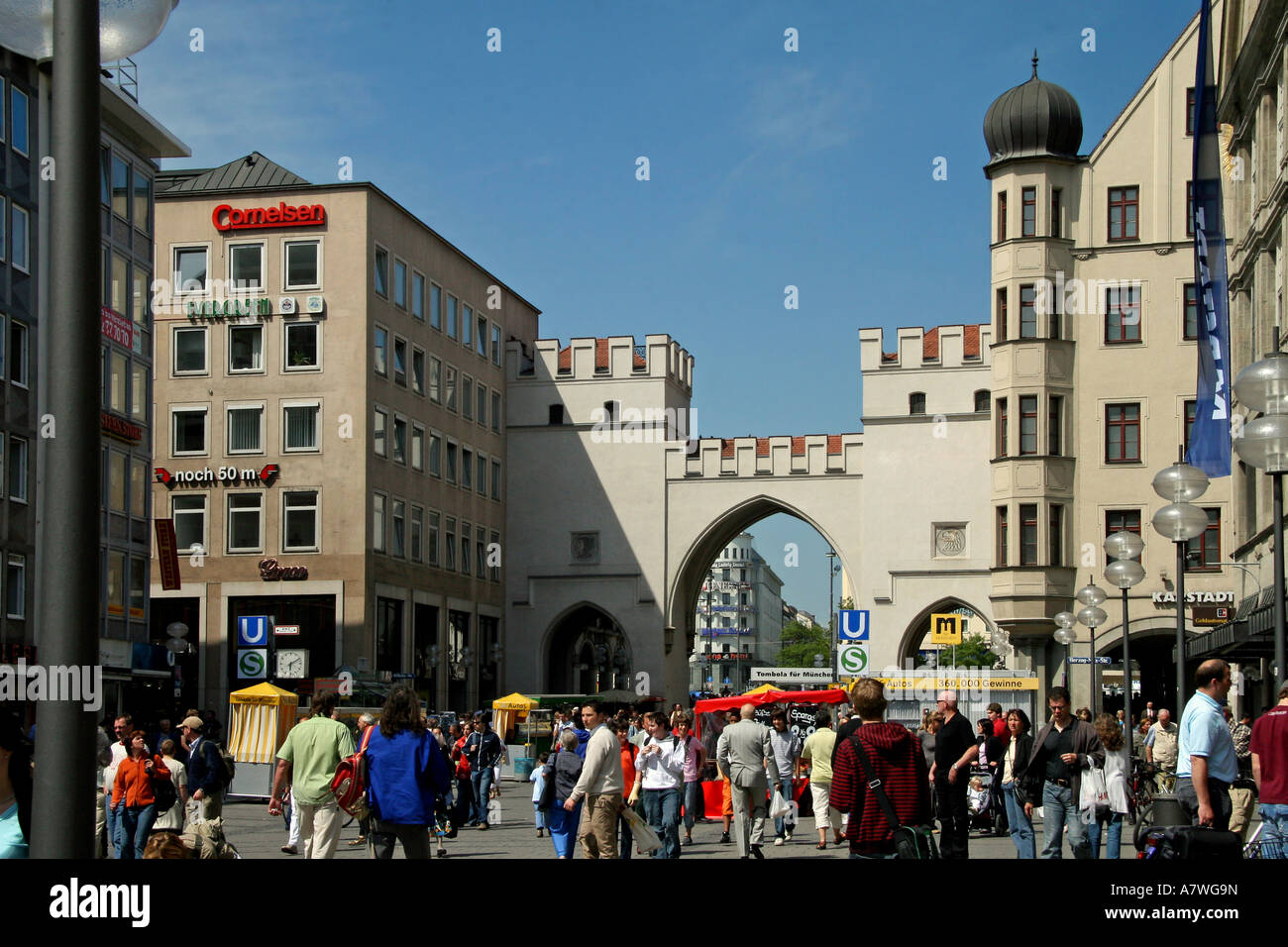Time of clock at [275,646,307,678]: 6:10
